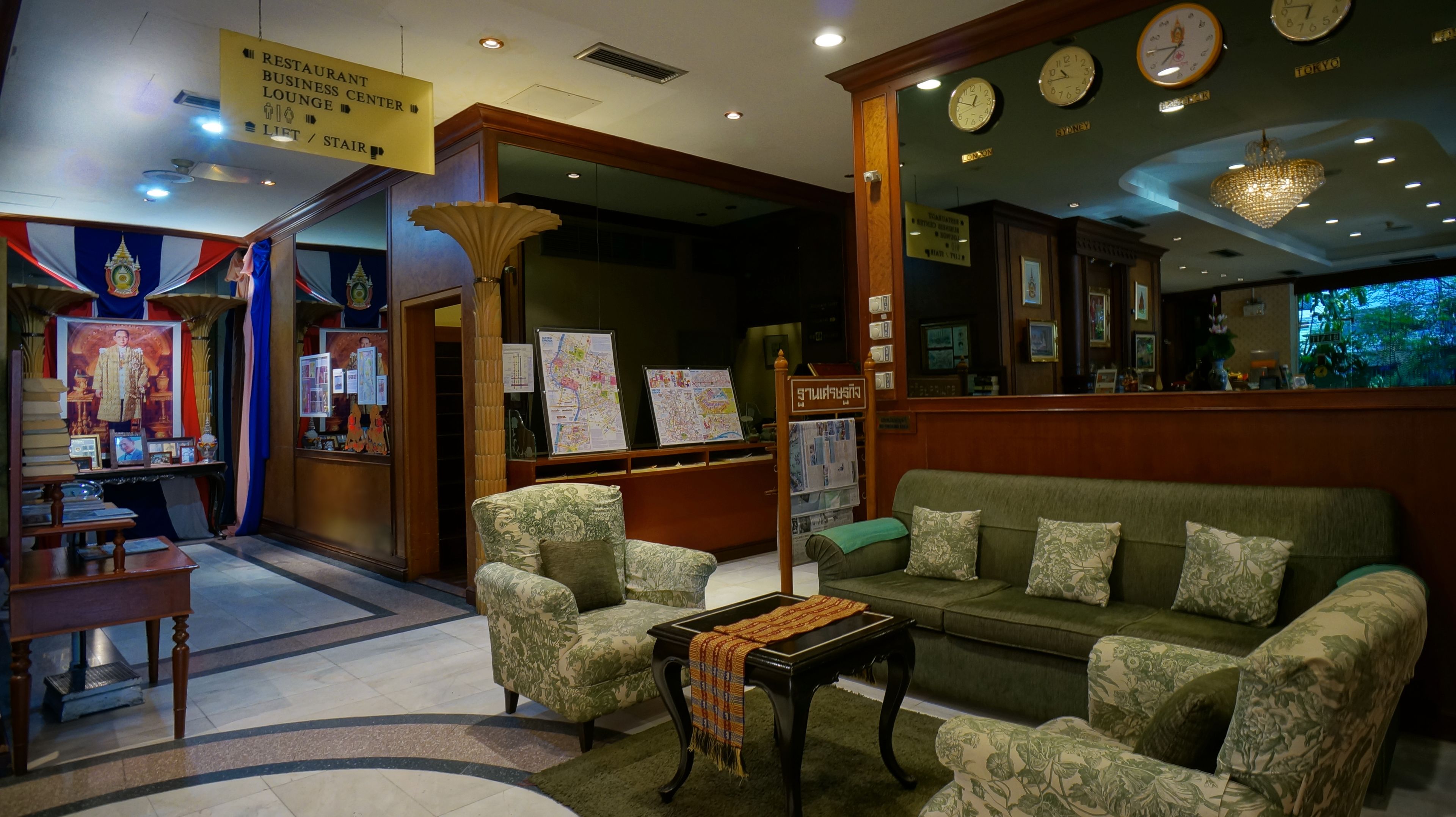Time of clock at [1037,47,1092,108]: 10:45
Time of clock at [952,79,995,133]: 12:48
